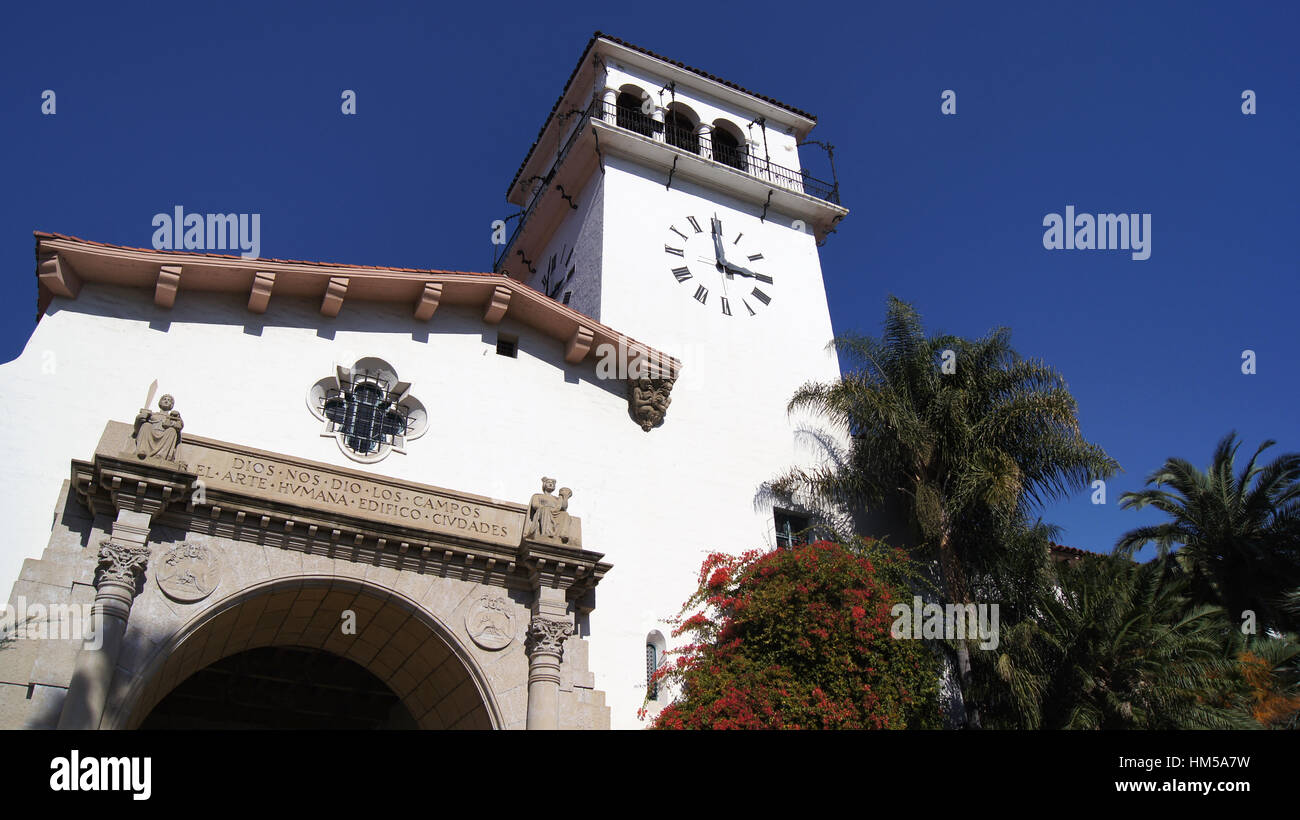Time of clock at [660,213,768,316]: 2:58
